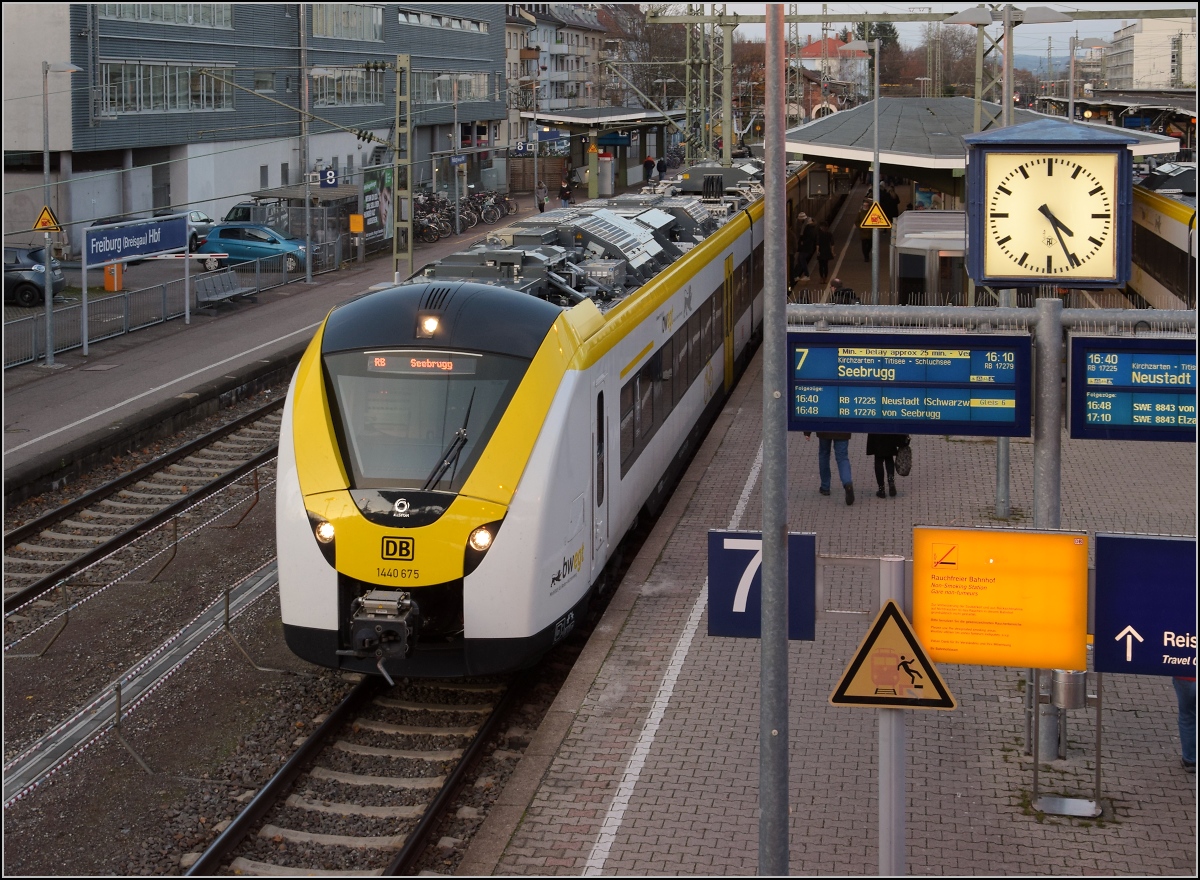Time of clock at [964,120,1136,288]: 4:26
